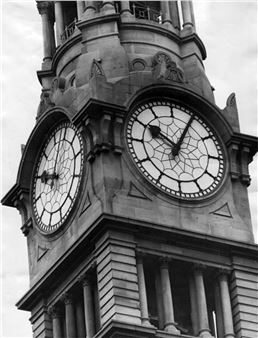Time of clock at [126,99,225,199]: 10:04
